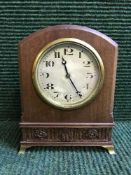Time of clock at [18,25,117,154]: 11:24
